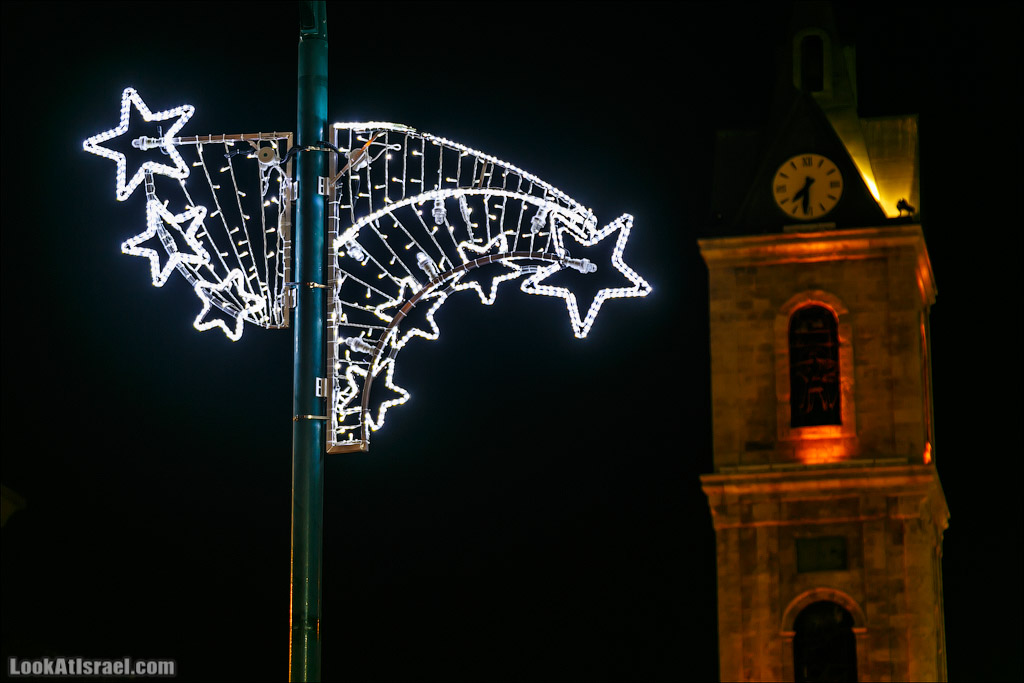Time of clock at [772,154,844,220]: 7:31
